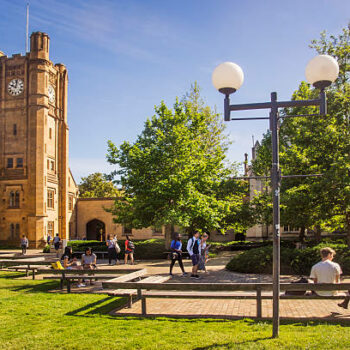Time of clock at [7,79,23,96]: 10:02
